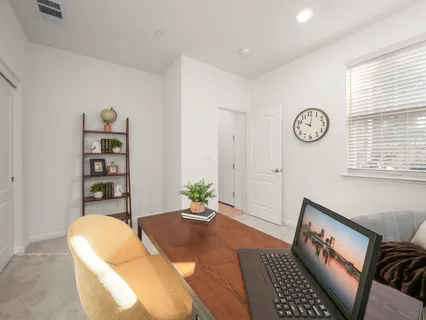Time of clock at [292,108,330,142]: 10:02
